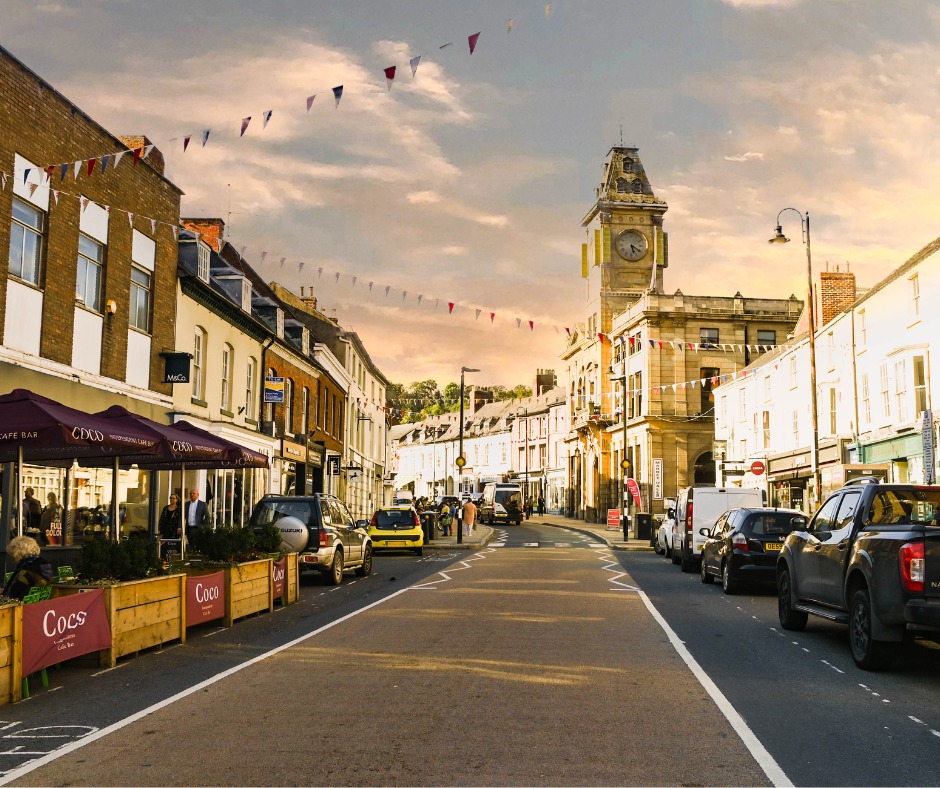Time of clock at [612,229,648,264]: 5:20
